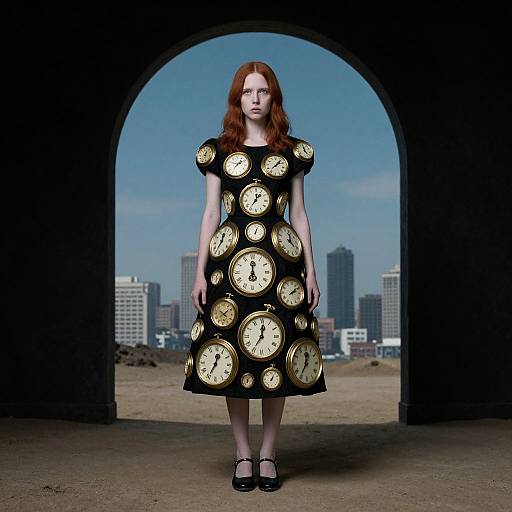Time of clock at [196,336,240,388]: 12:34
